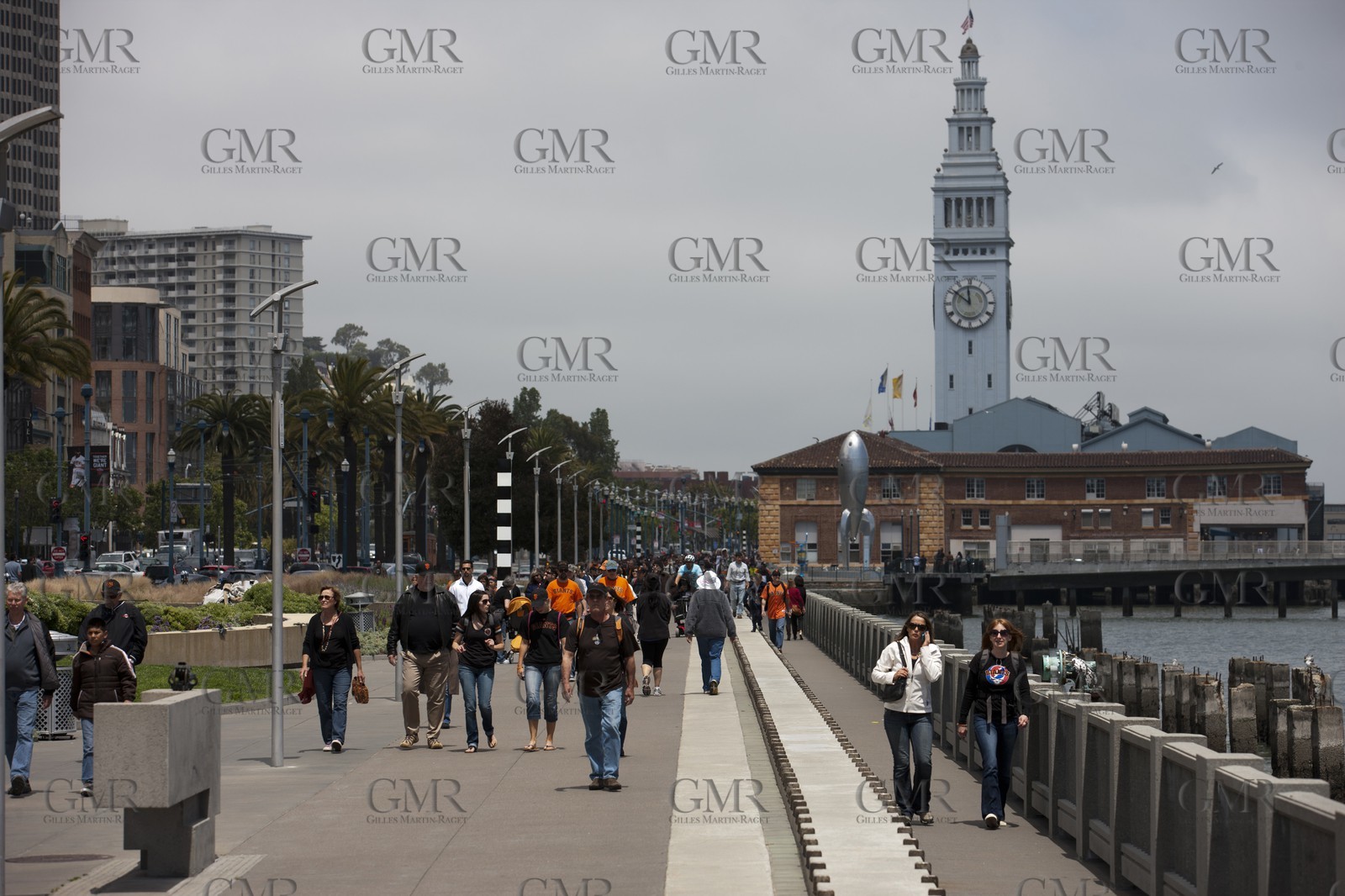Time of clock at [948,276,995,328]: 11:51
